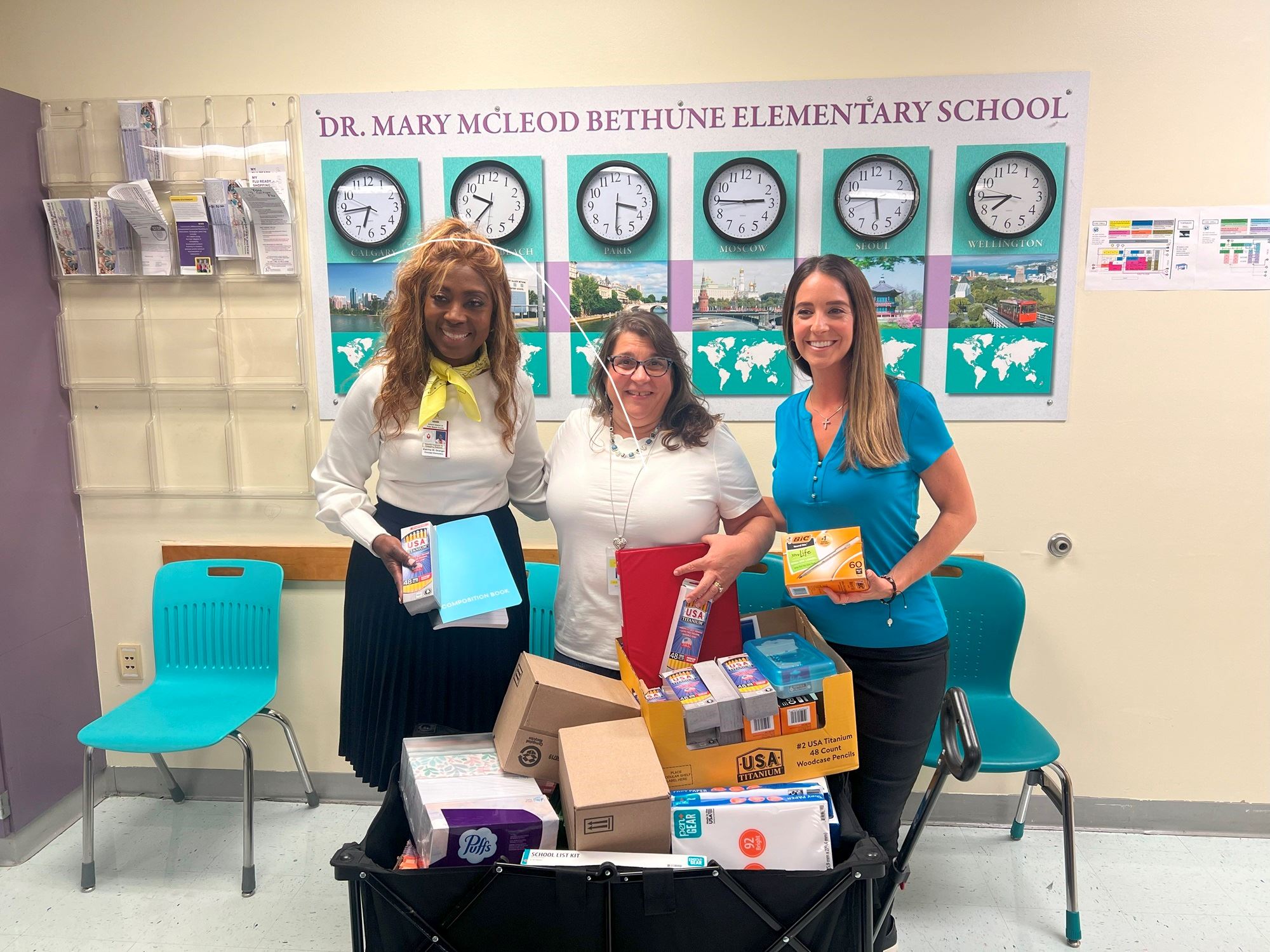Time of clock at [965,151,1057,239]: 7:44
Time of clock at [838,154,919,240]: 5:45
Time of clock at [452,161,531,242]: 9:35
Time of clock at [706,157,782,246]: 2:45
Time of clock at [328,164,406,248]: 6:43
